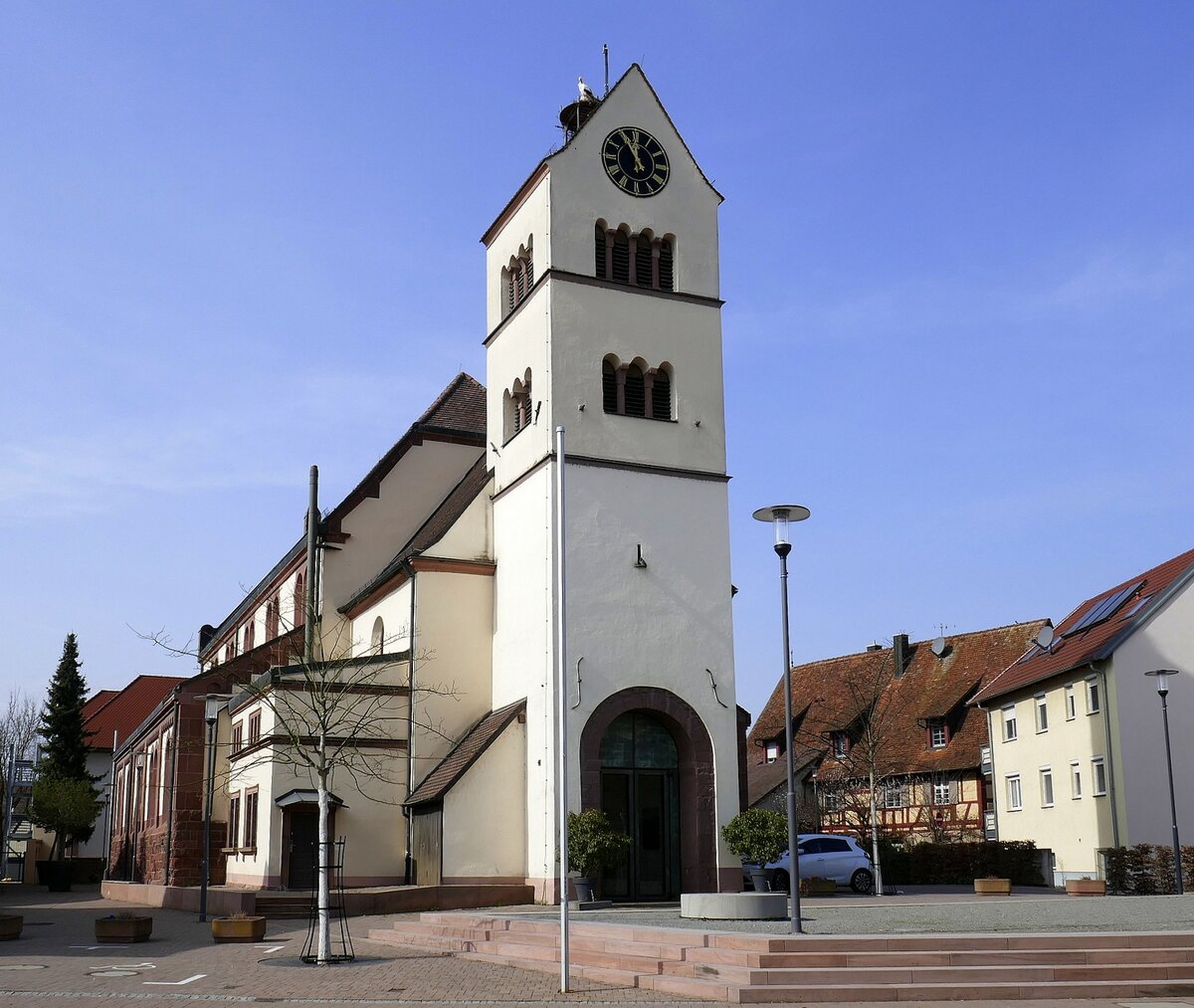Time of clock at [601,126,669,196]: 11:55
